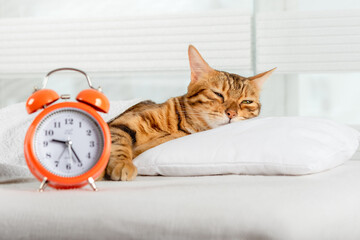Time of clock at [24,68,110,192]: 9:24
